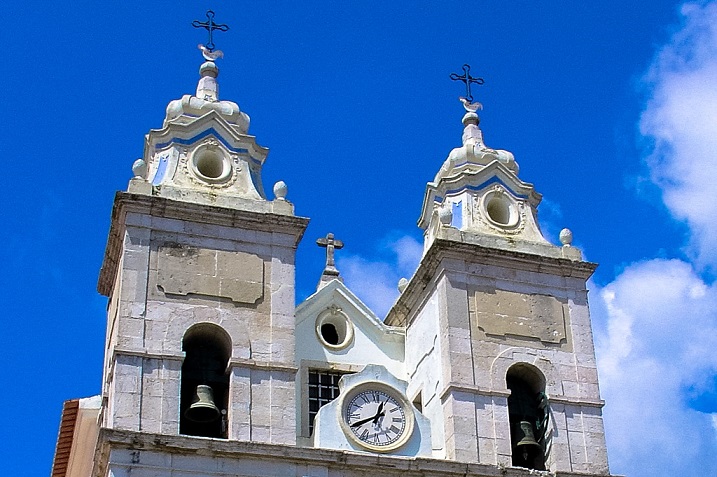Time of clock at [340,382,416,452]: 12:40
